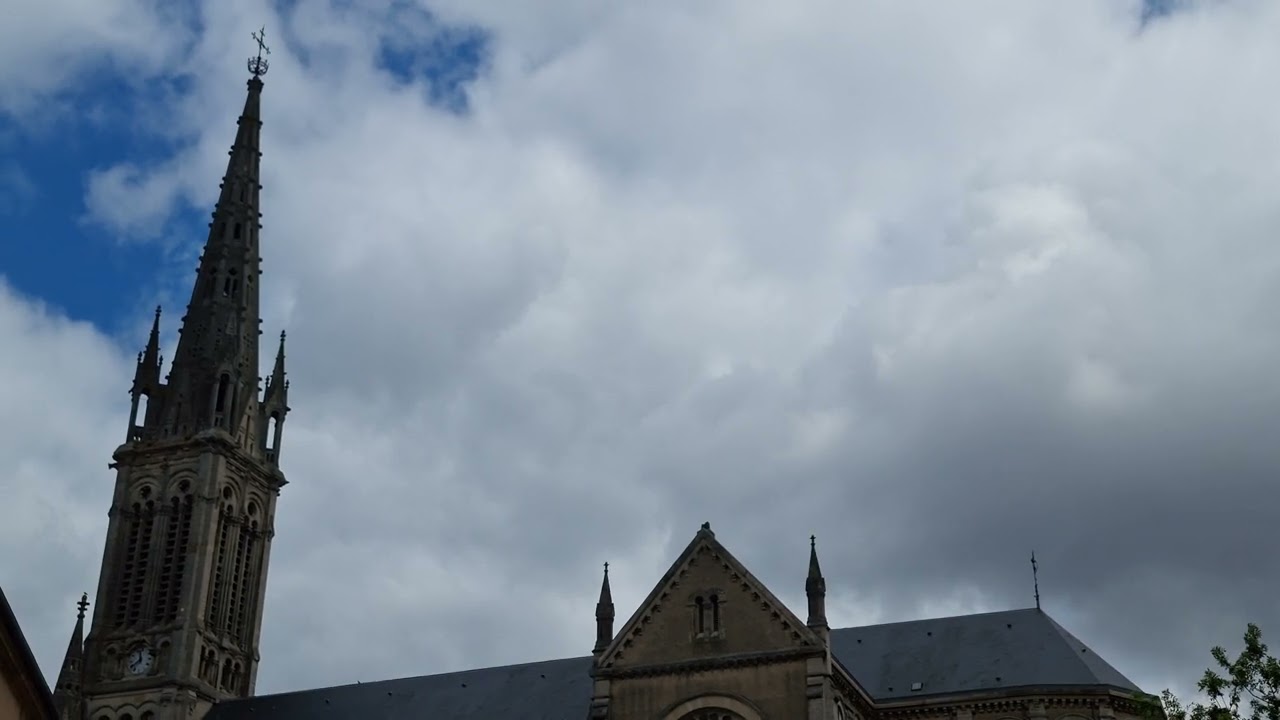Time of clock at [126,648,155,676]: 11:38
